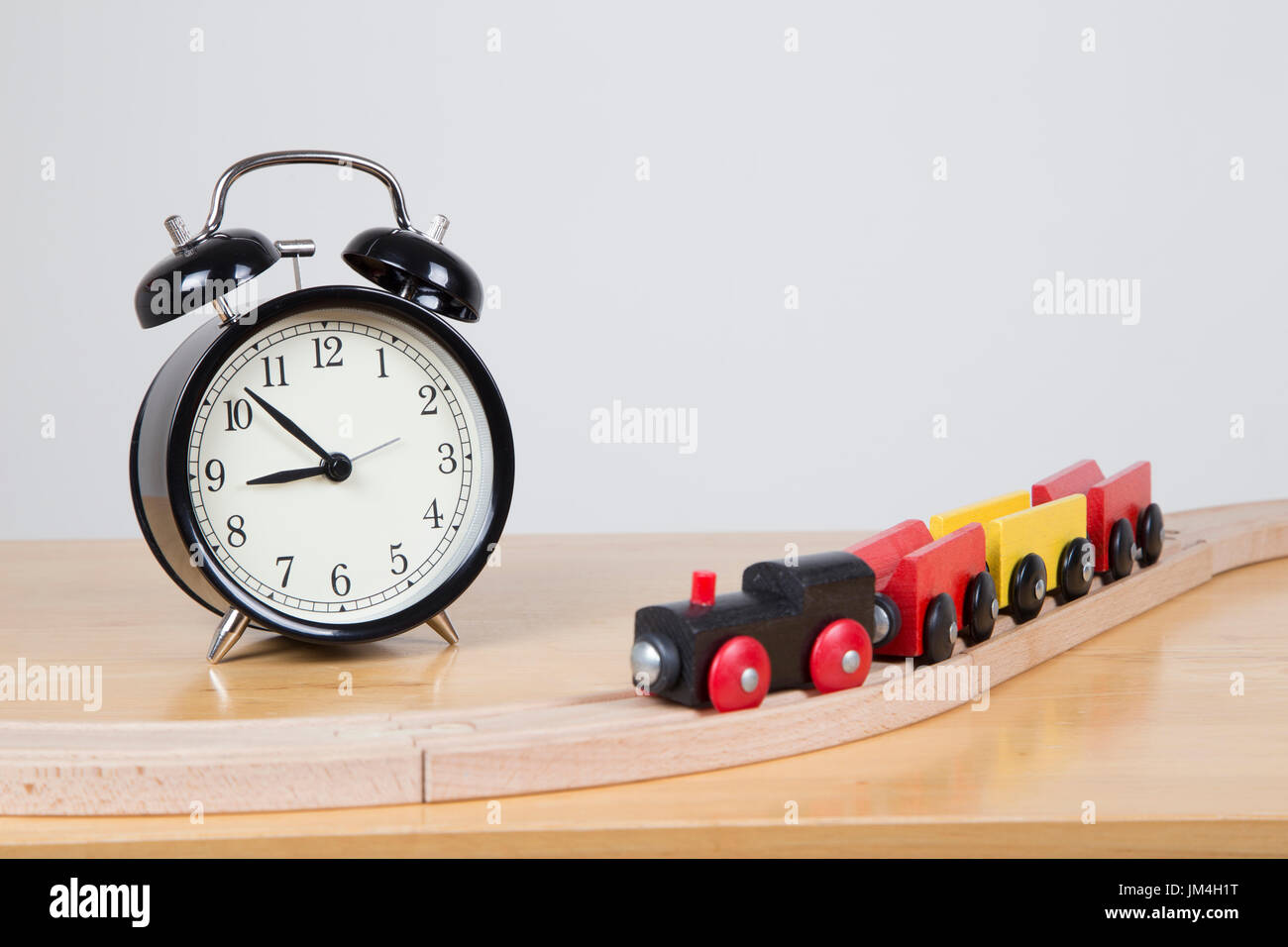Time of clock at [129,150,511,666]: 8:52
